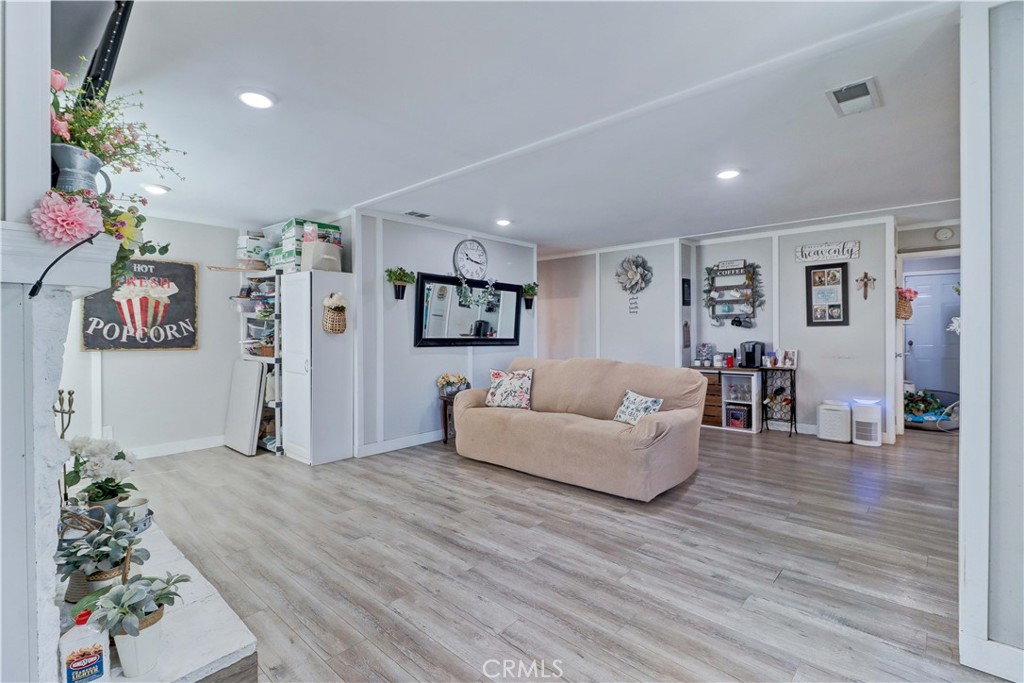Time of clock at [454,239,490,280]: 10:16
